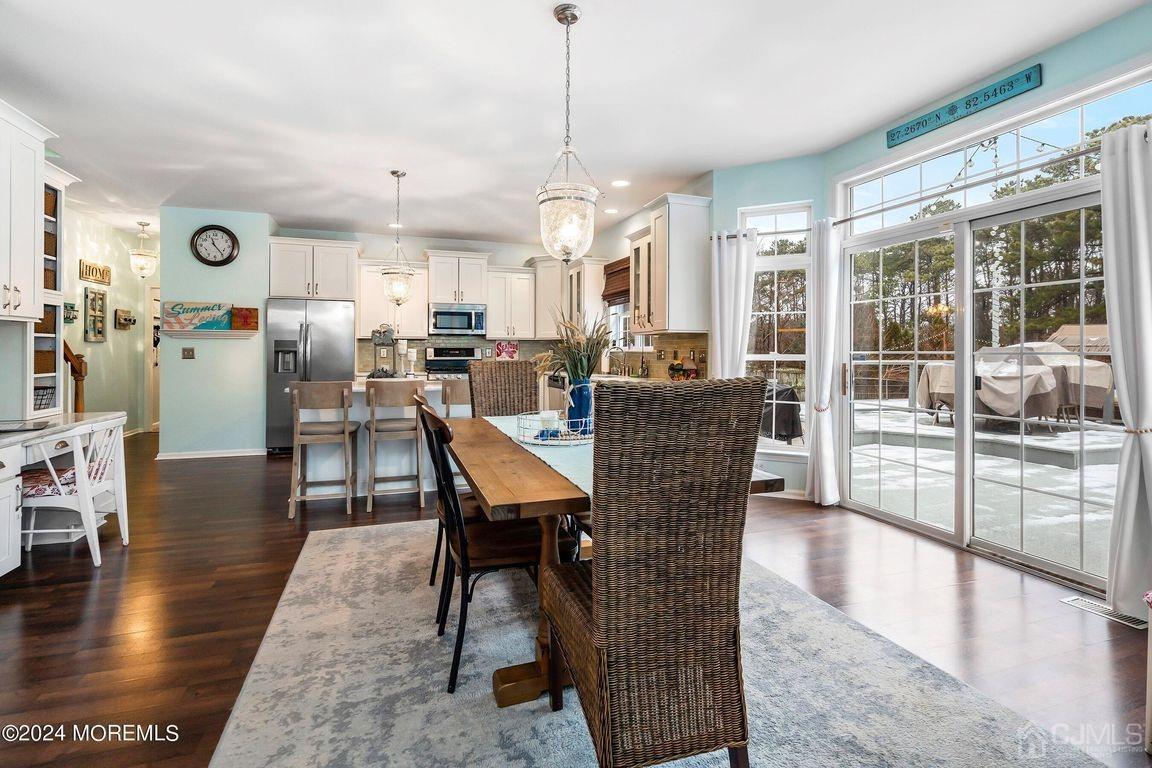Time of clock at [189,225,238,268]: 11:23
